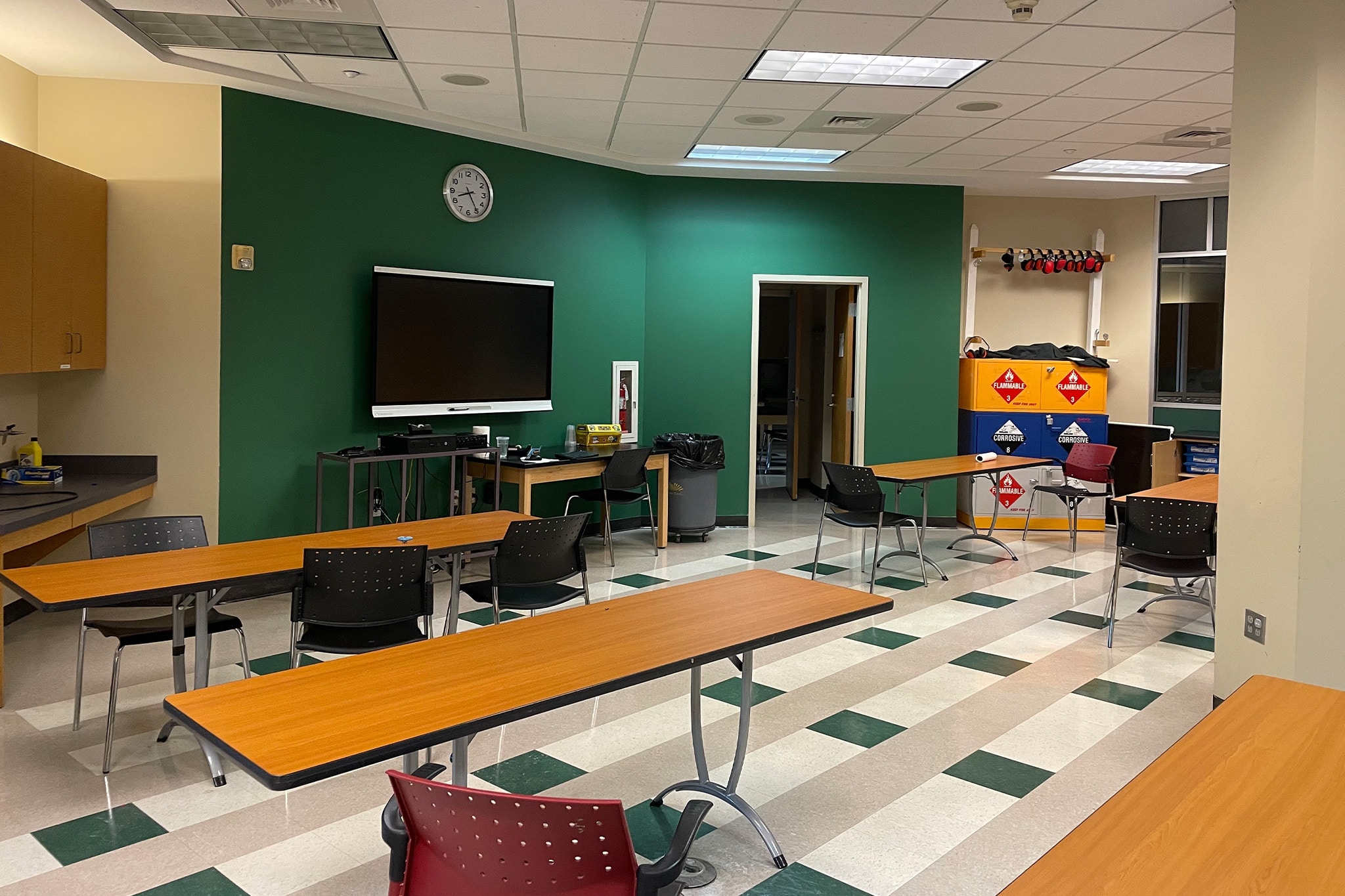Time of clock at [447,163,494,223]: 8:24
